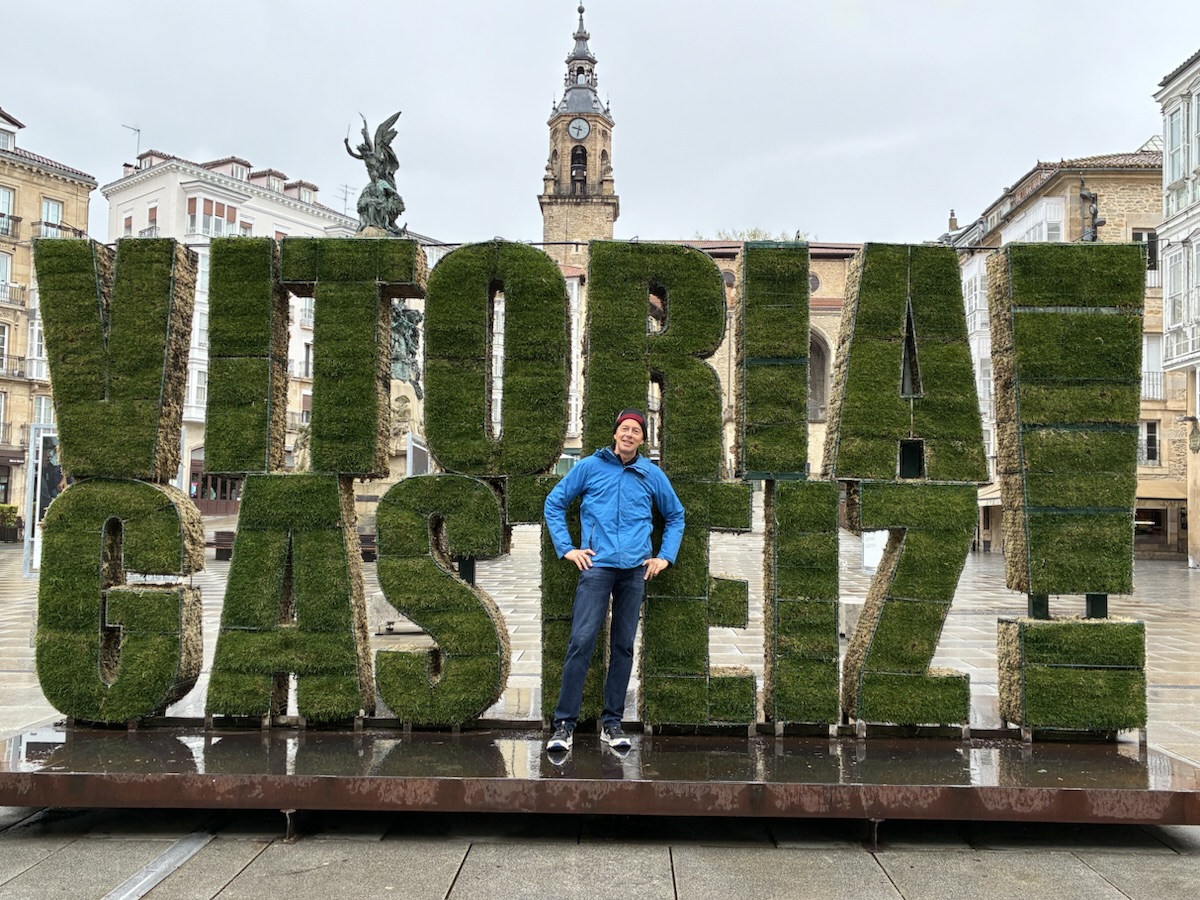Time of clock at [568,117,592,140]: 9:32
